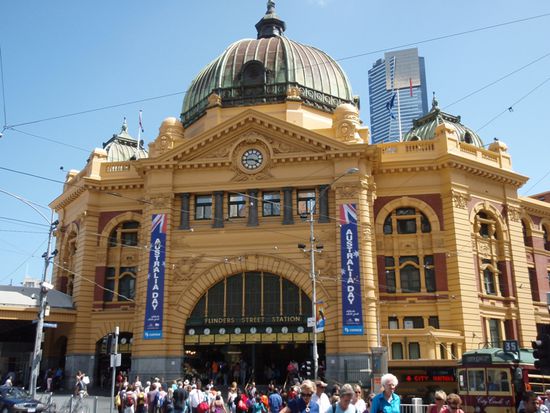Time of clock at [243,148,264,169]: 3:44
